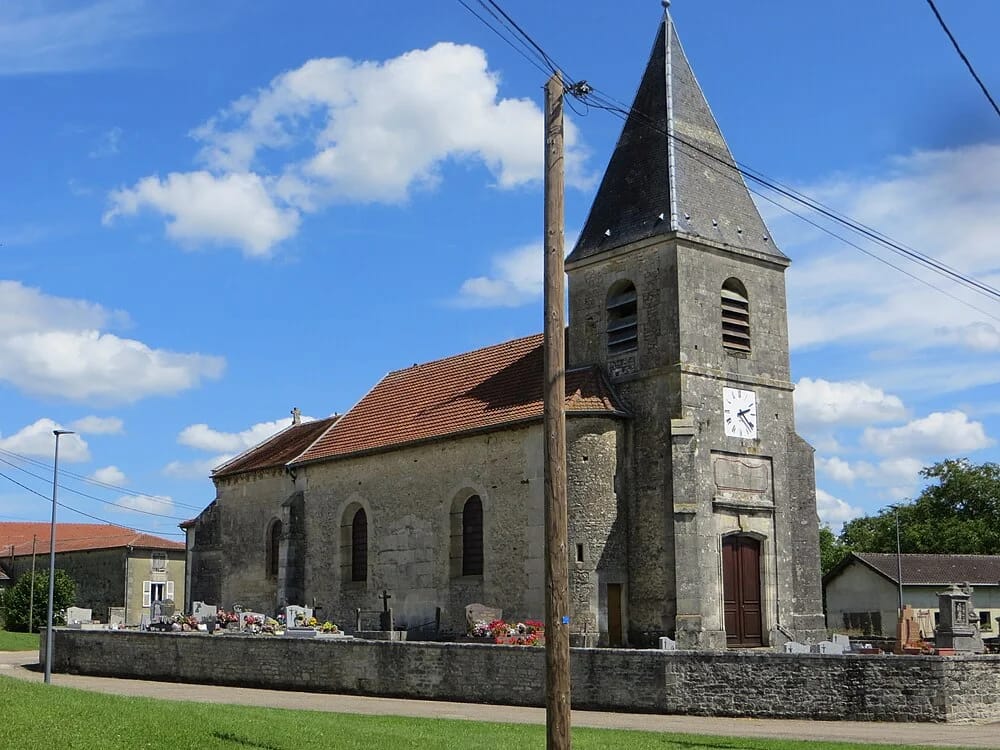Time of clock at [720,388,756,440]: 2:21
